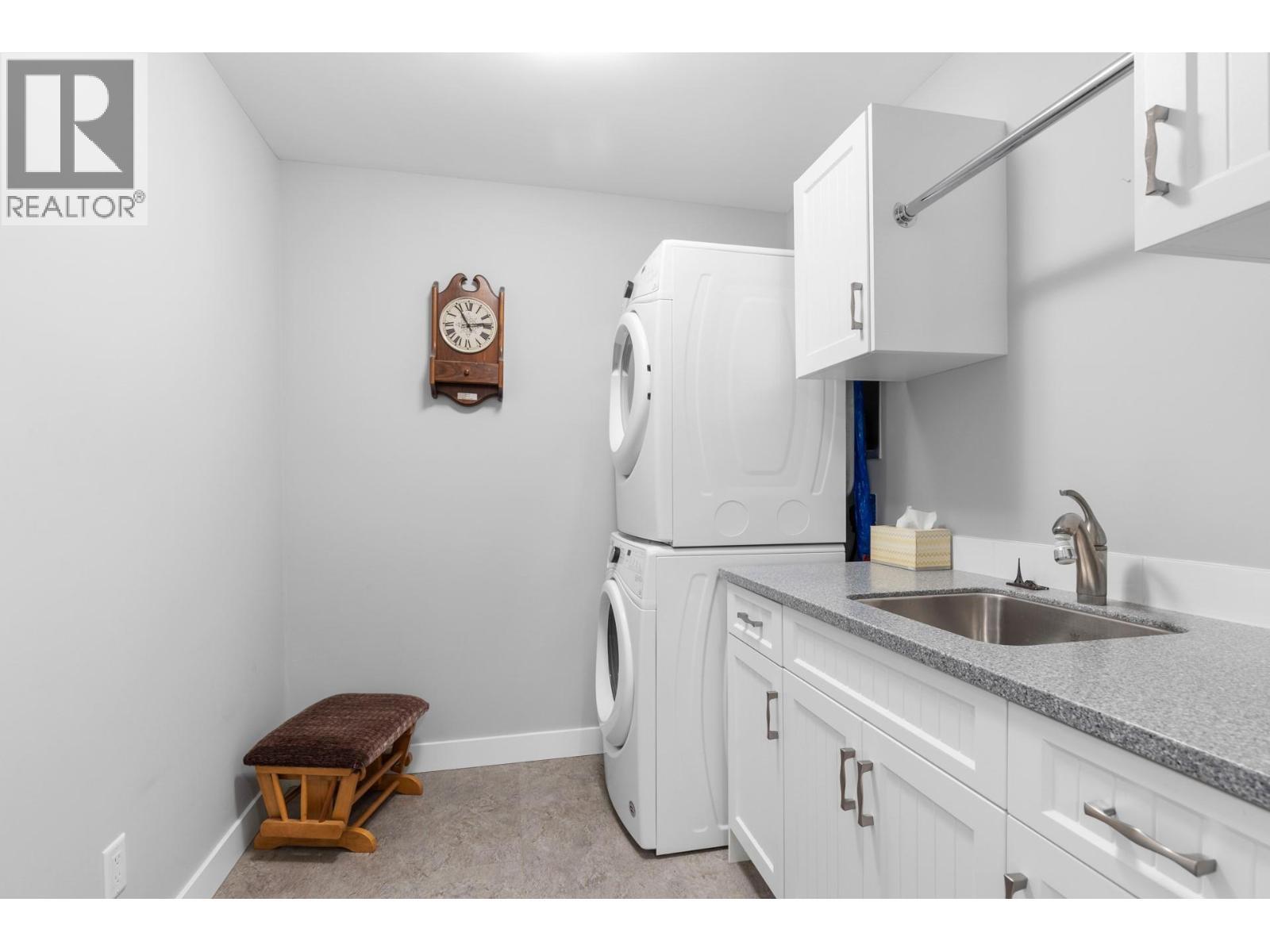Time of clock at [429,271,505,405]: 11:13
